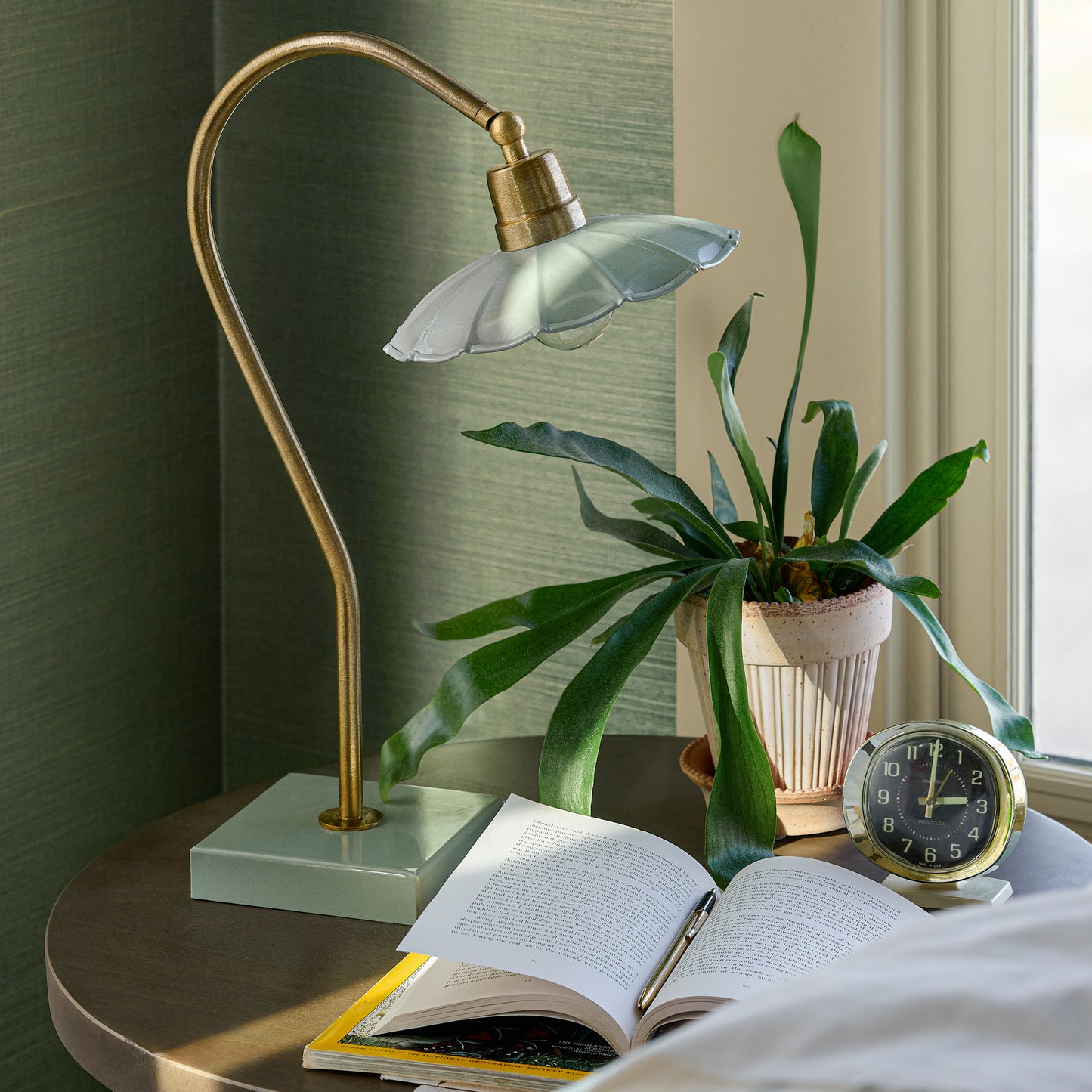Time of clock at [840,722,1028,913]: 3:00
